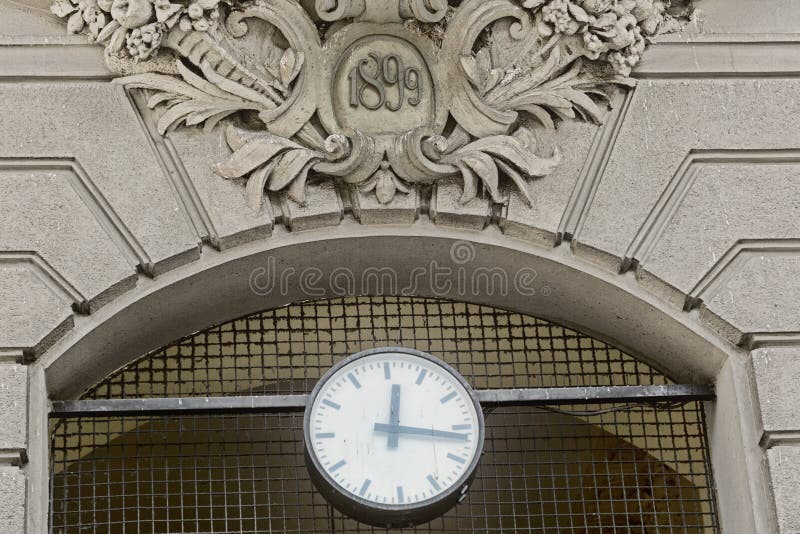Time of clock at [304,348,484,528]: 12:16
